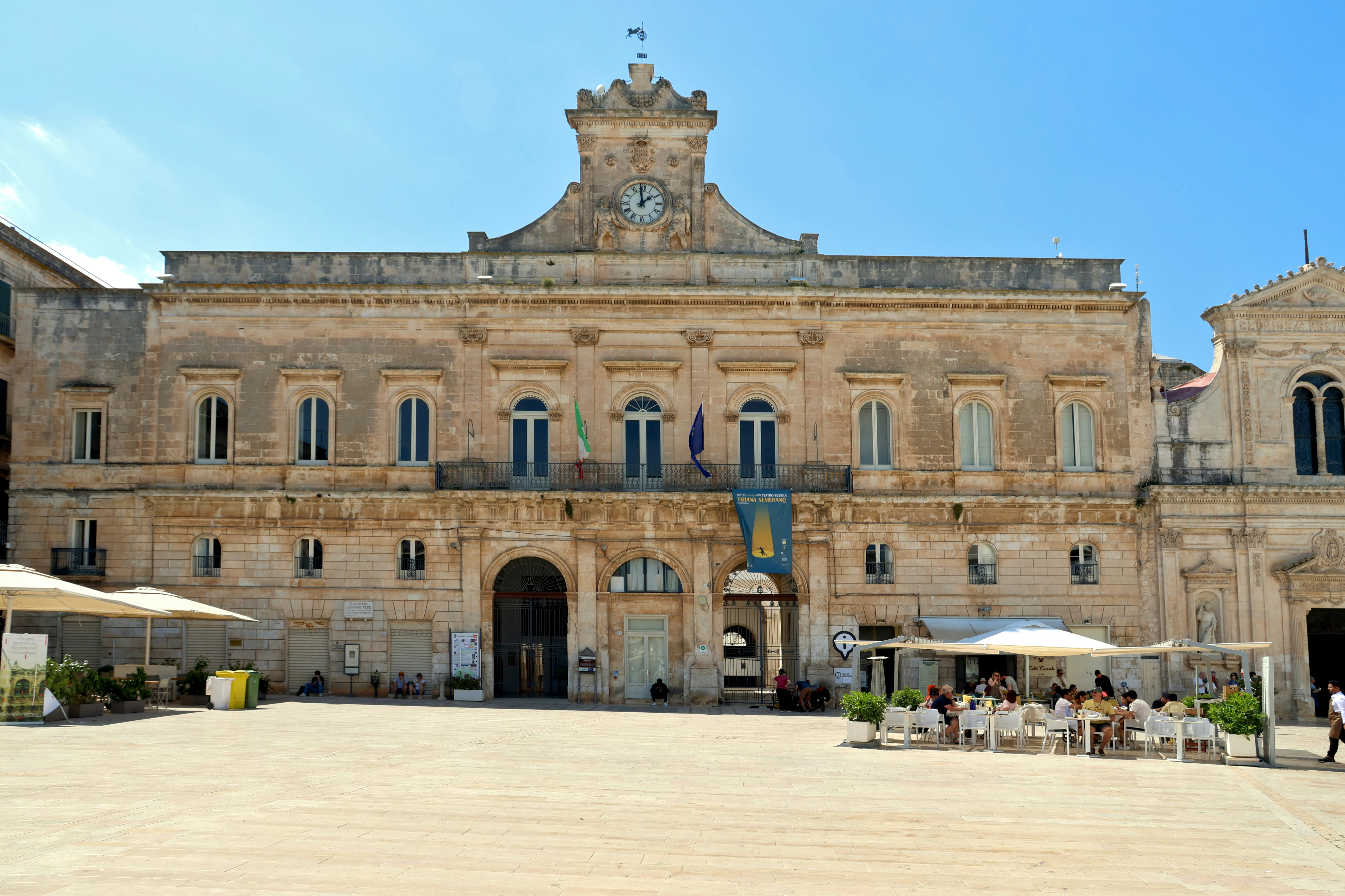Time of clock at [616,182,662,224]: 1:59
